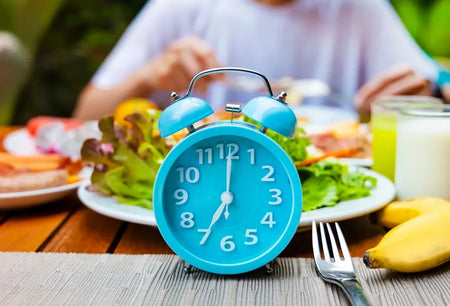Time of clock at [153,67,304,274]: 7:00
